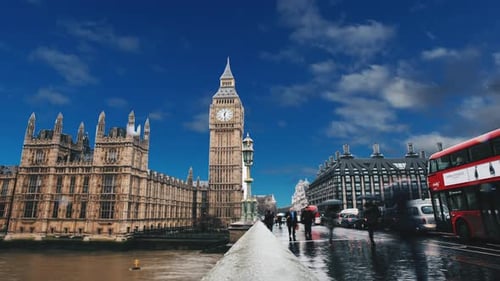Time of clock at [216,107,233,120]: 12:28
